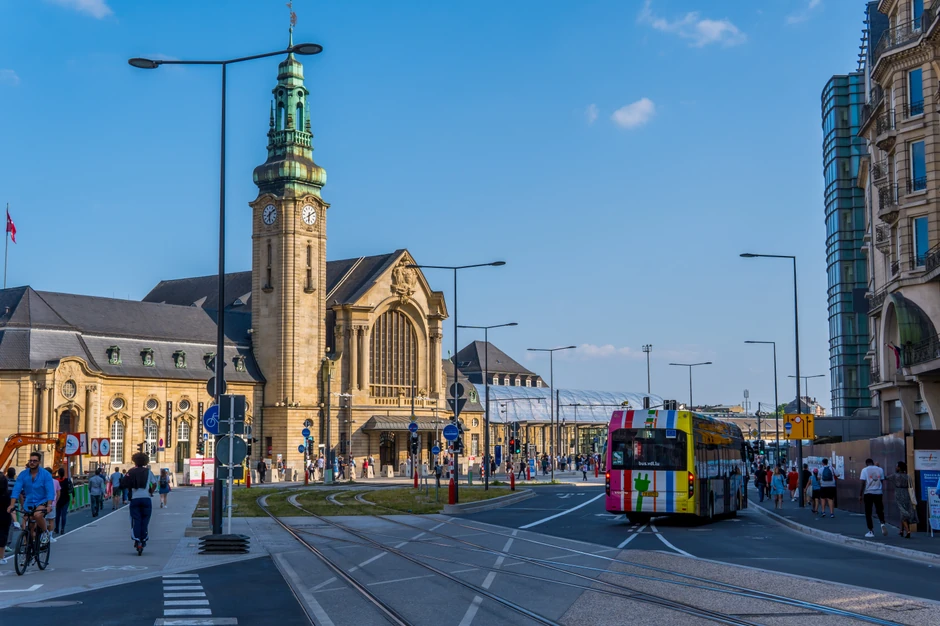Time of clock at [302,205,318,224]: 6:10
